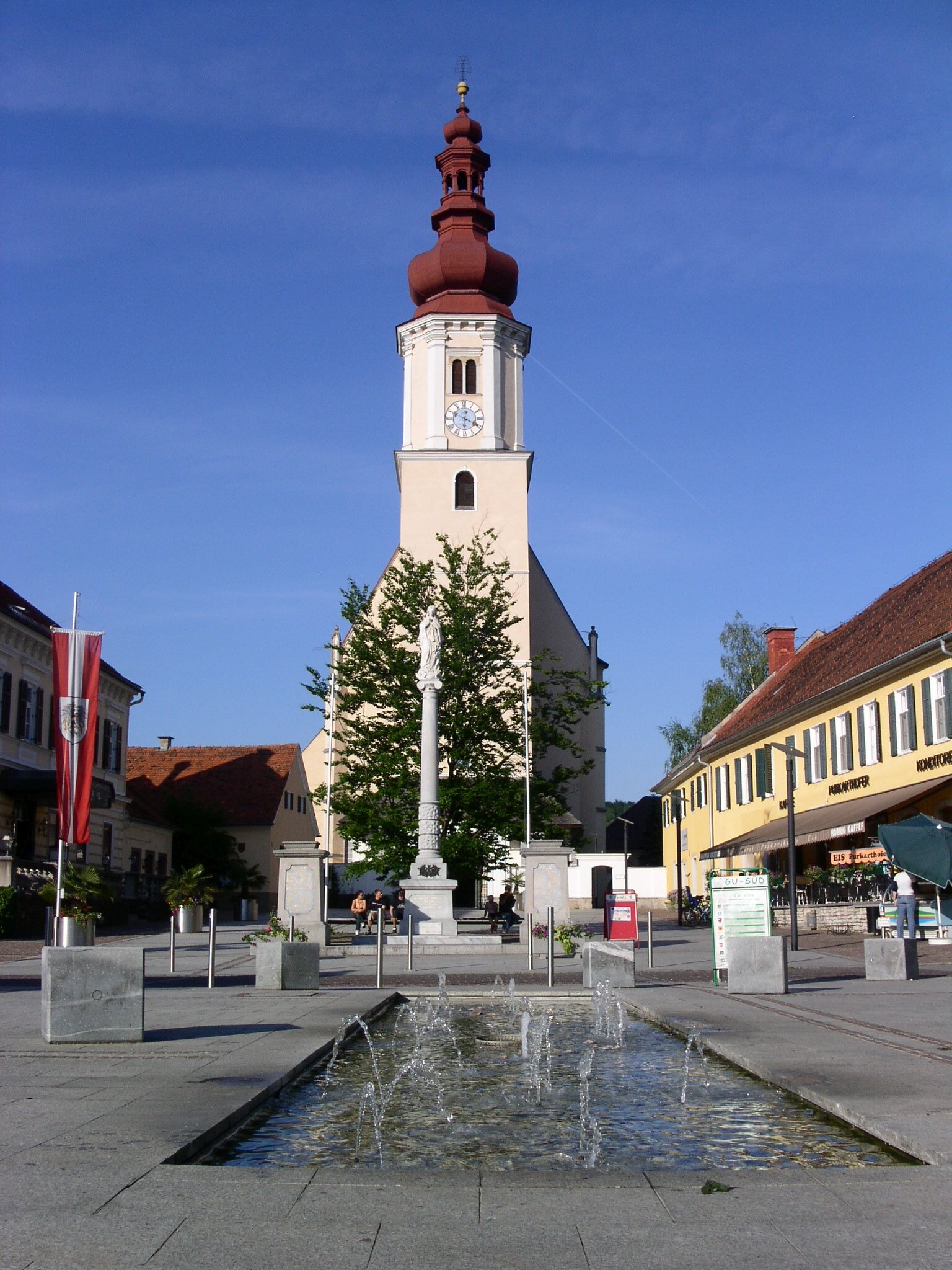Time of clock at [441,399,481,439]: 12:19
